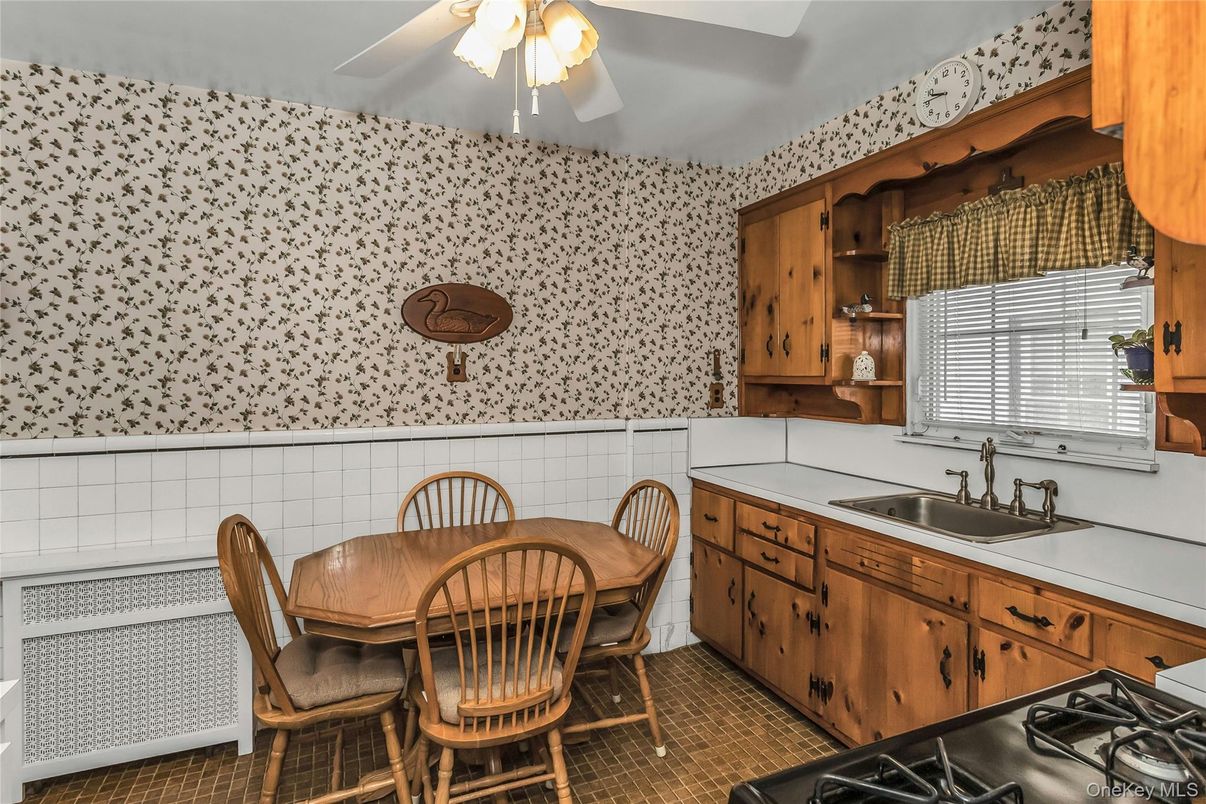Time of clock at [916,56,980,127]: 9:45
